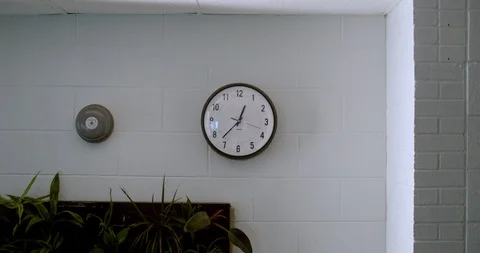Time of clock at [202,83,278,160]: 12:37
